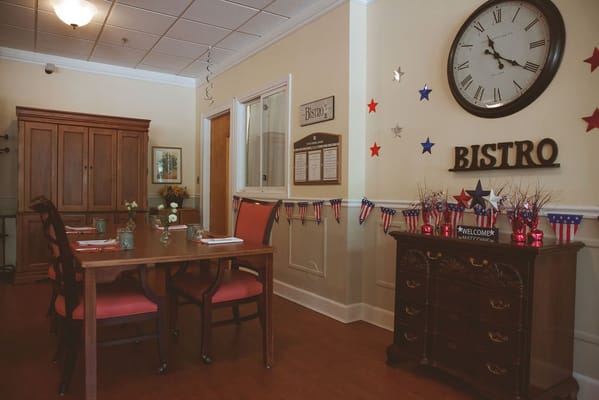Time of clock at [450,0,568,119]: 11:20
